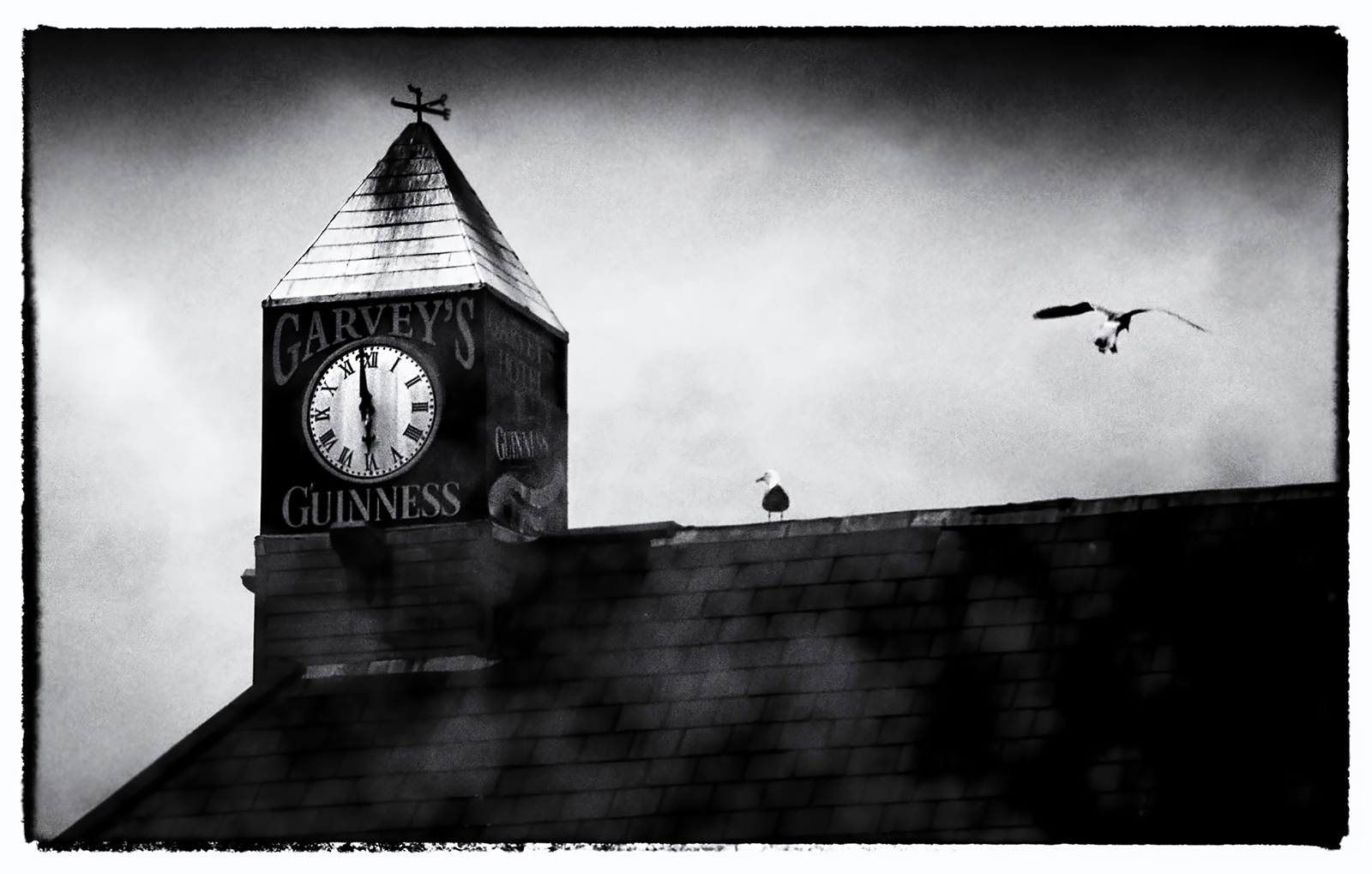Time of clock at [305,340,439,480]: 5:58
